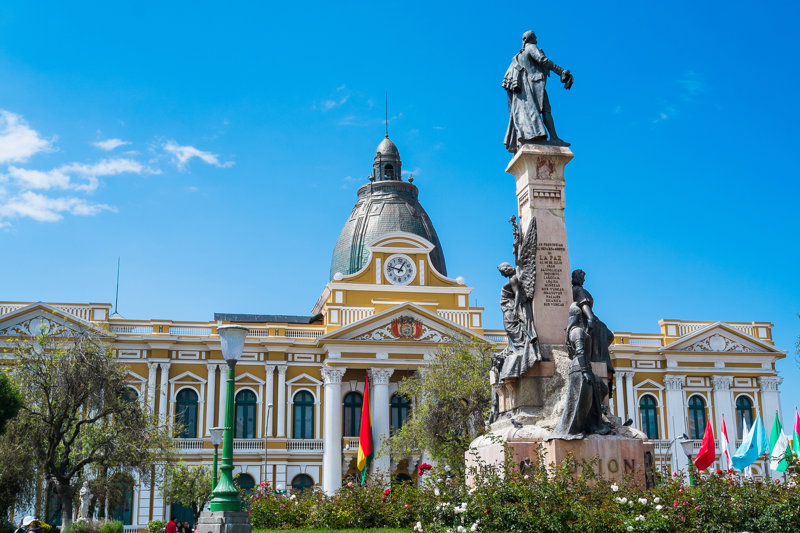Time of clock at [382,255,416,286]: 12:47
